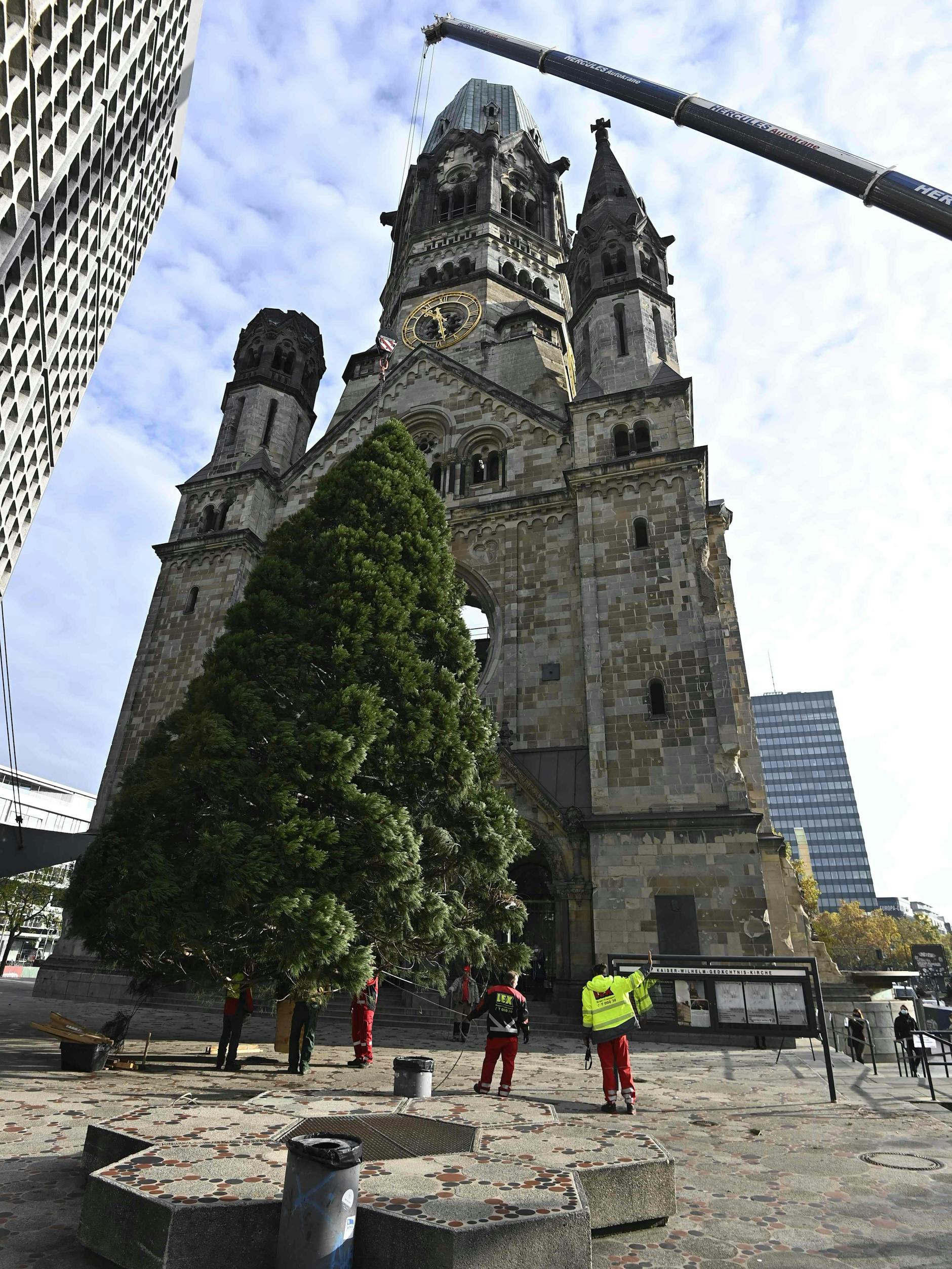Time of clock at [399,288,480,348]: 11:28
